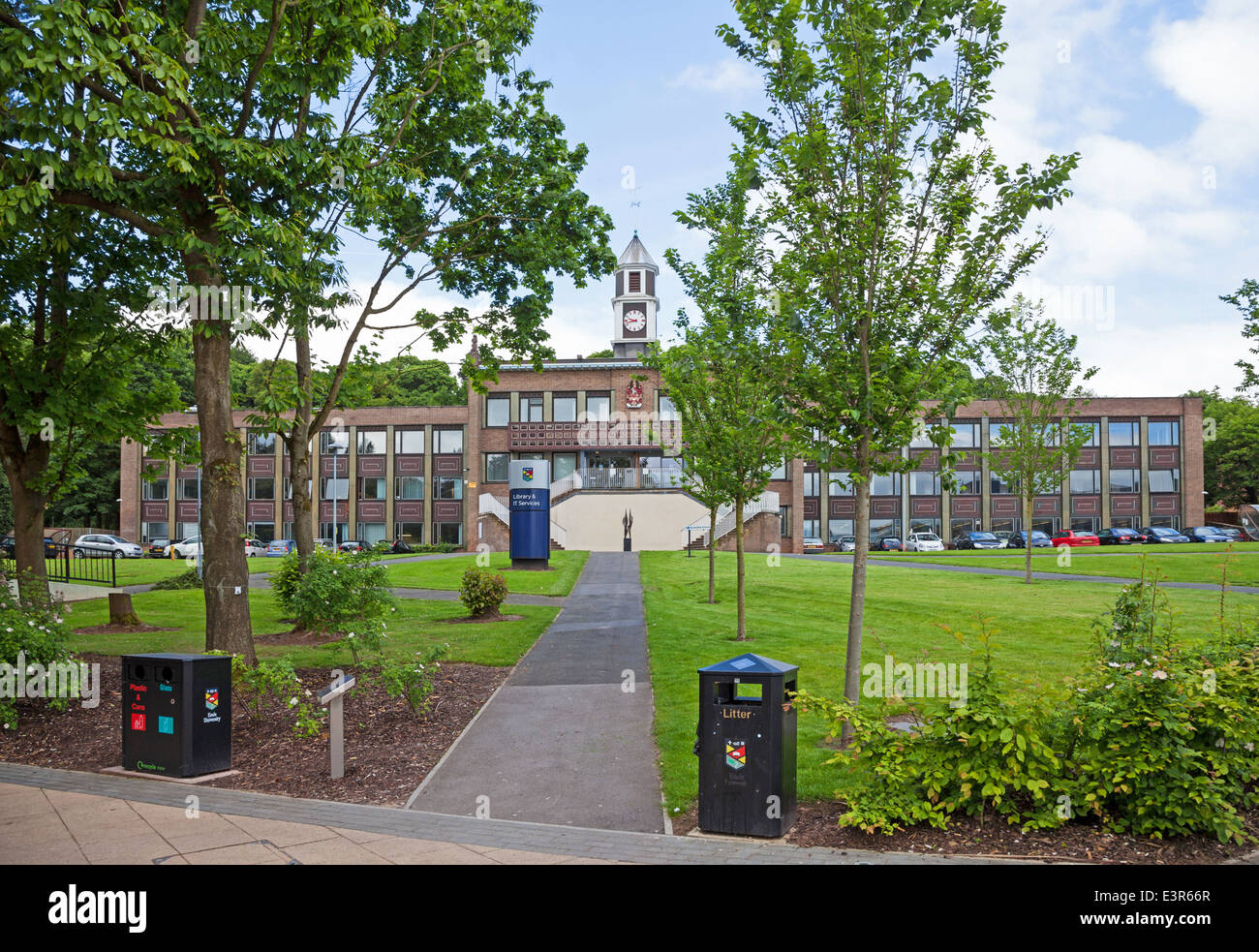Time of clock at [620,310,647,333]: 9:42
